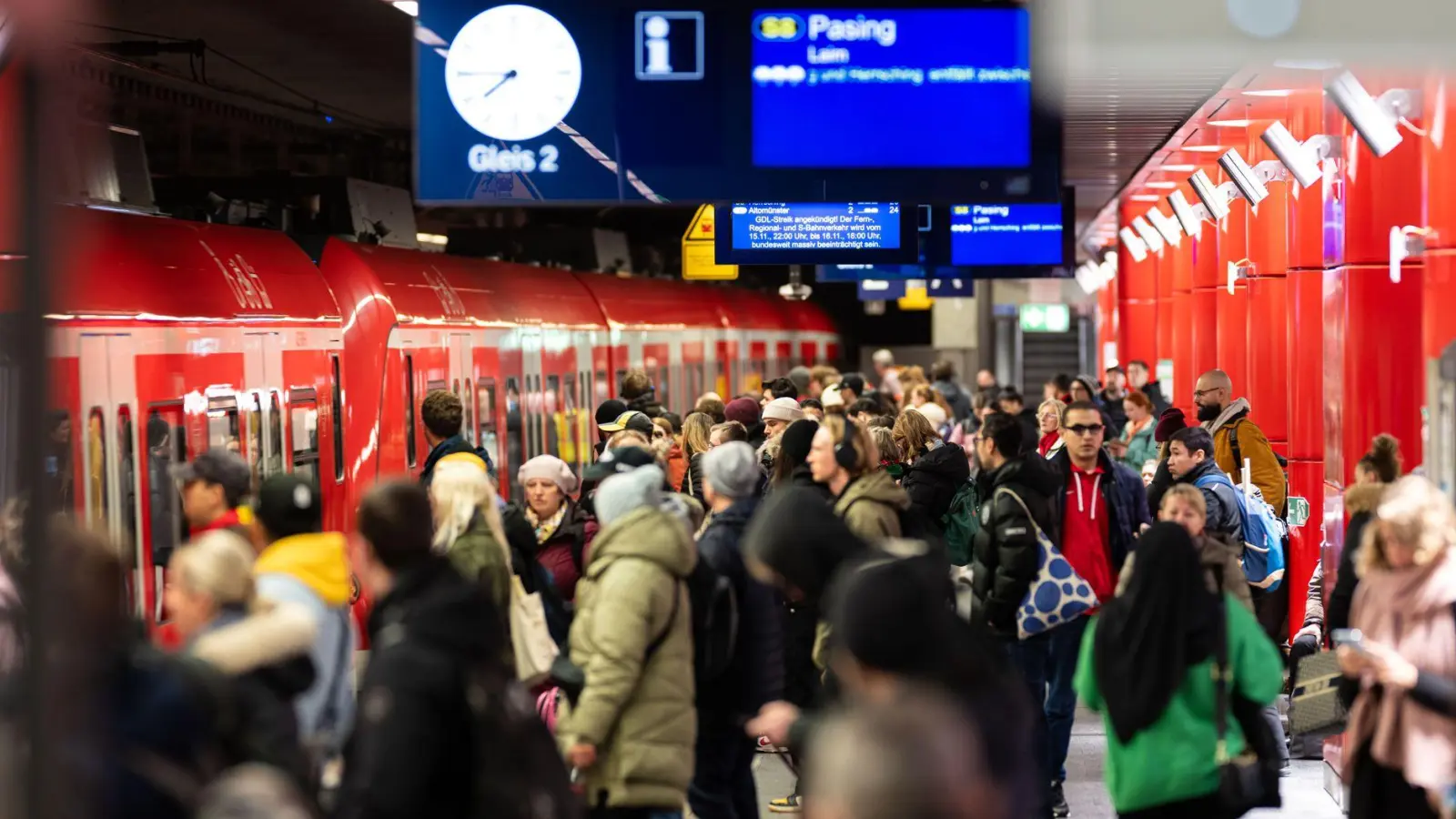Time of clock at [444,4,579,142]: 7:45
